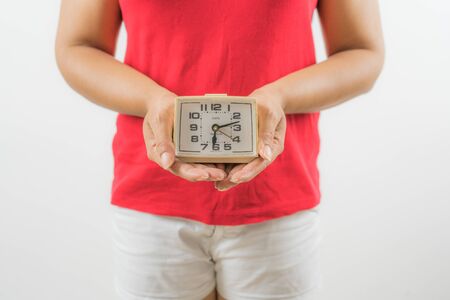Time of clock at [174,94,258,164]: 6:12
